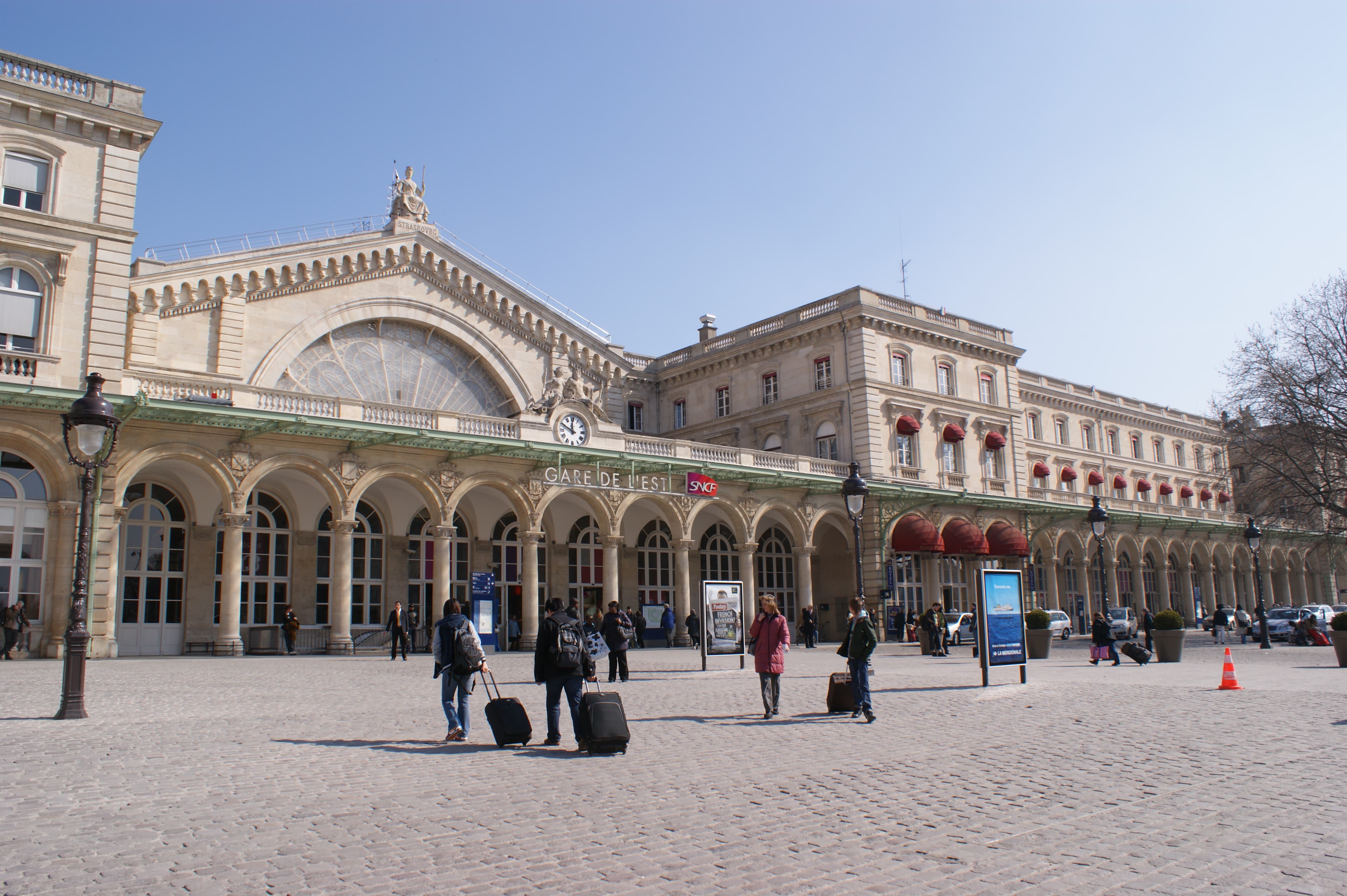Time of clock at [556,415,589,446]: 11:49
